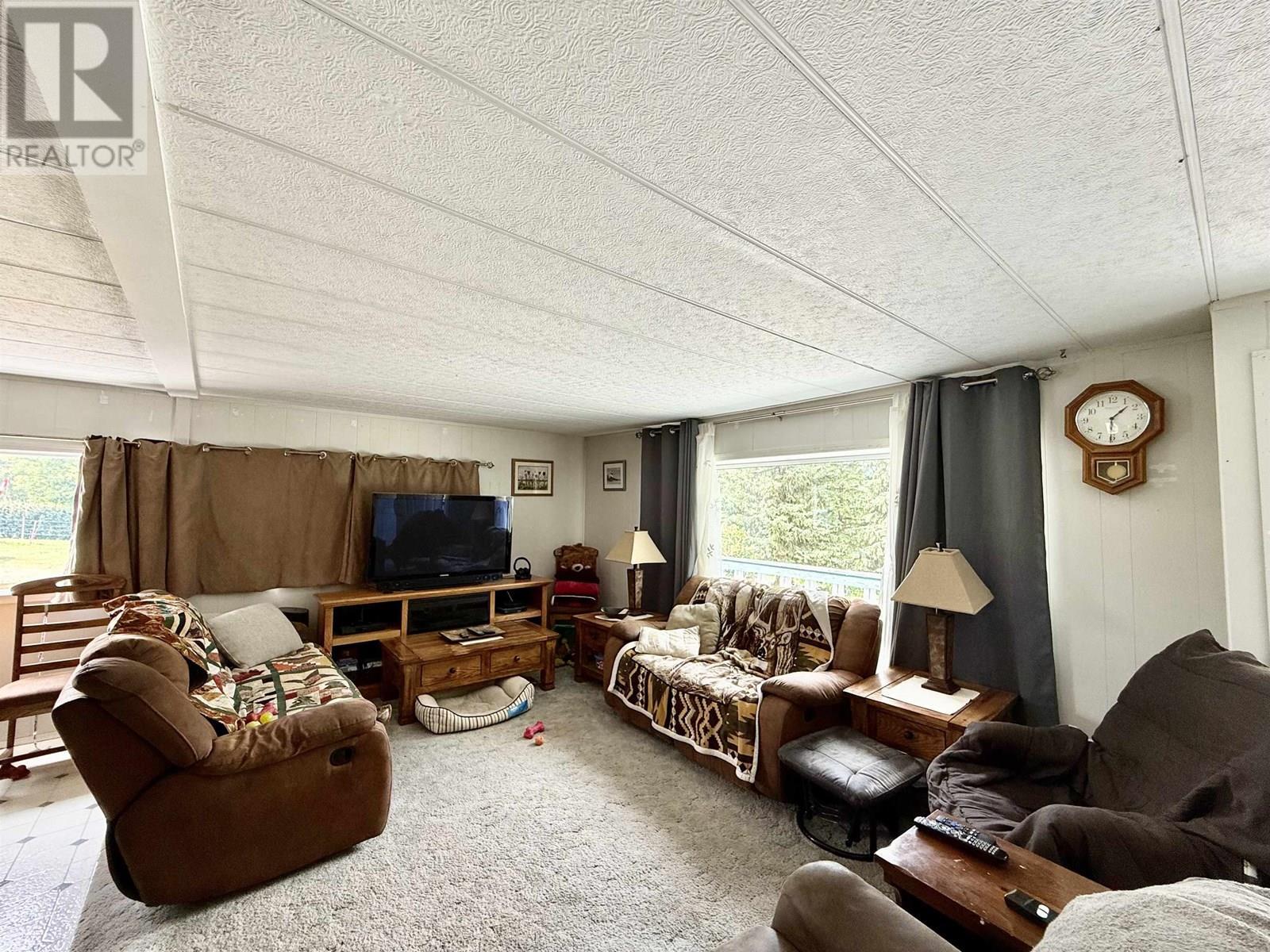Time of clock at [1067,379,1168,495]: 1:30
